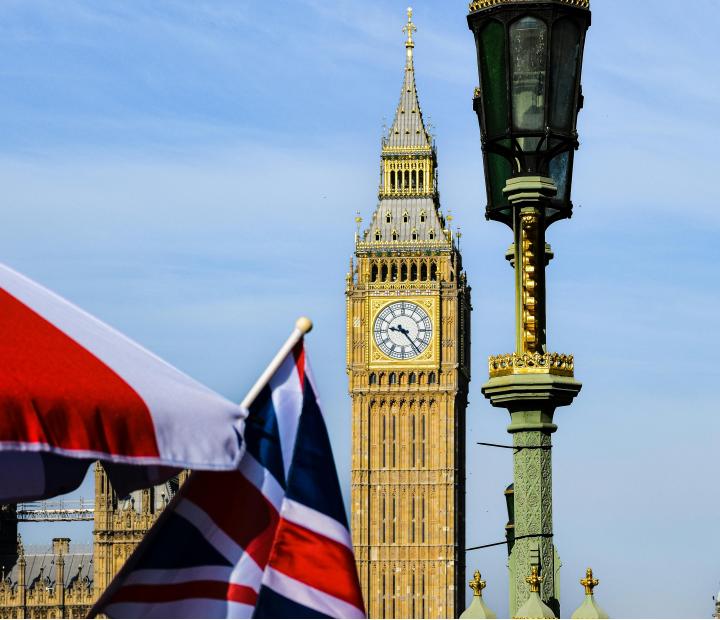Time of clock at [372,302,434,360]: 9:23
